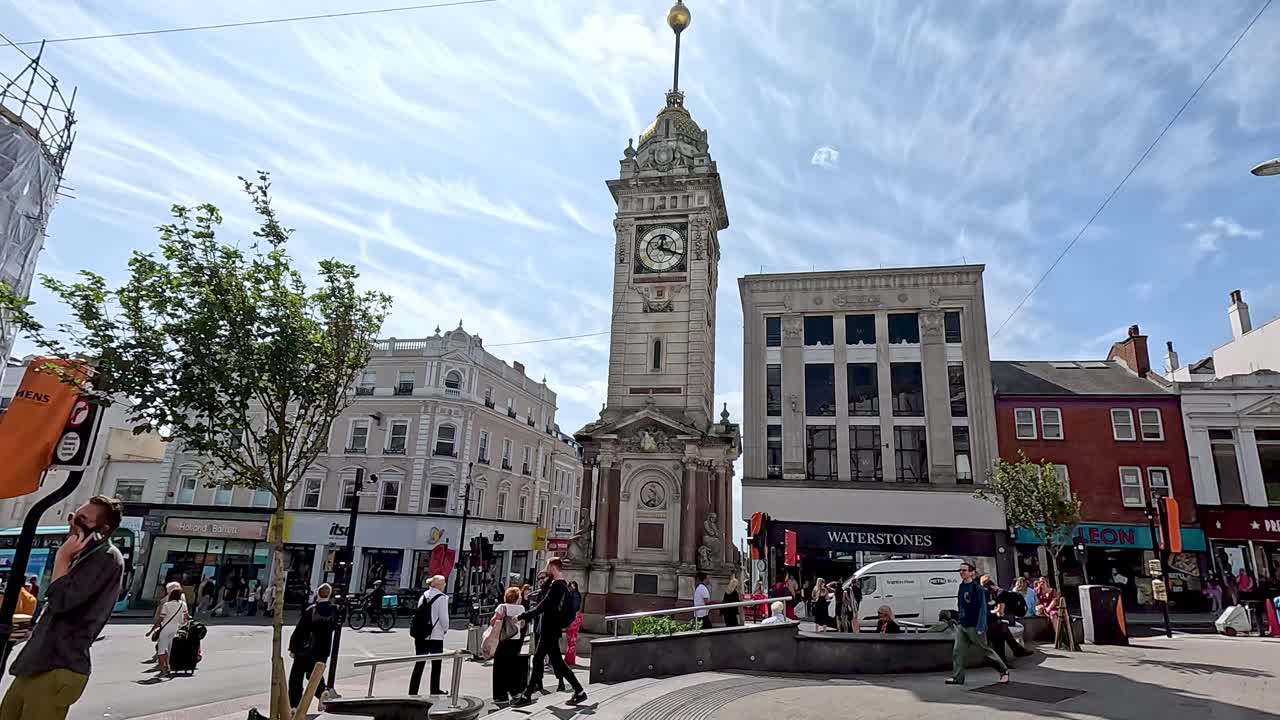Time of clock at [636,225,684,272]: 12:18
